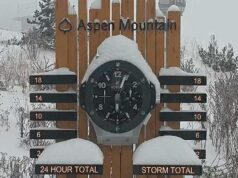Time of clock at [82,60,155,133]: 6:03
